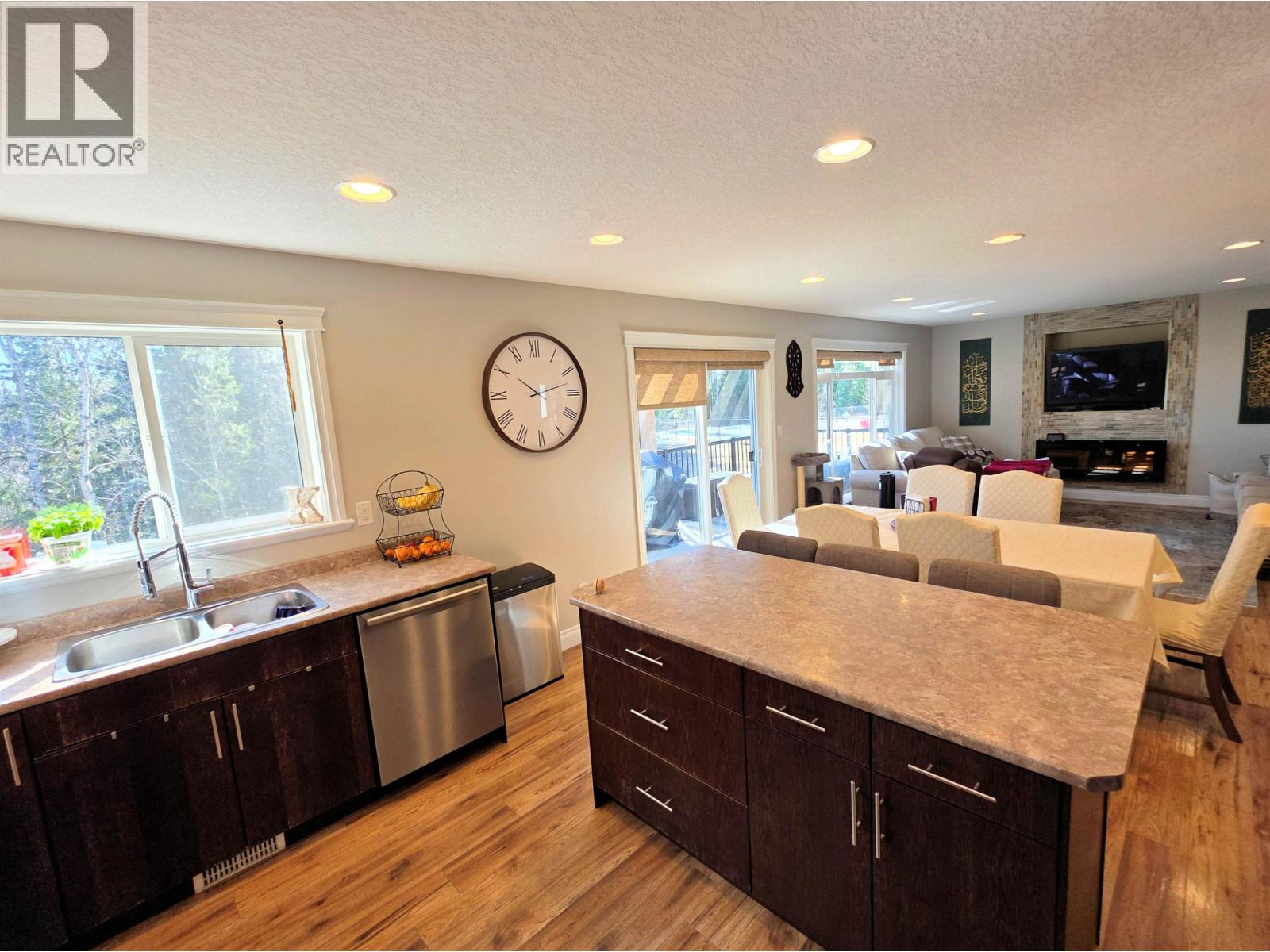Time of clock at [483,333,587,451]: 5:50
